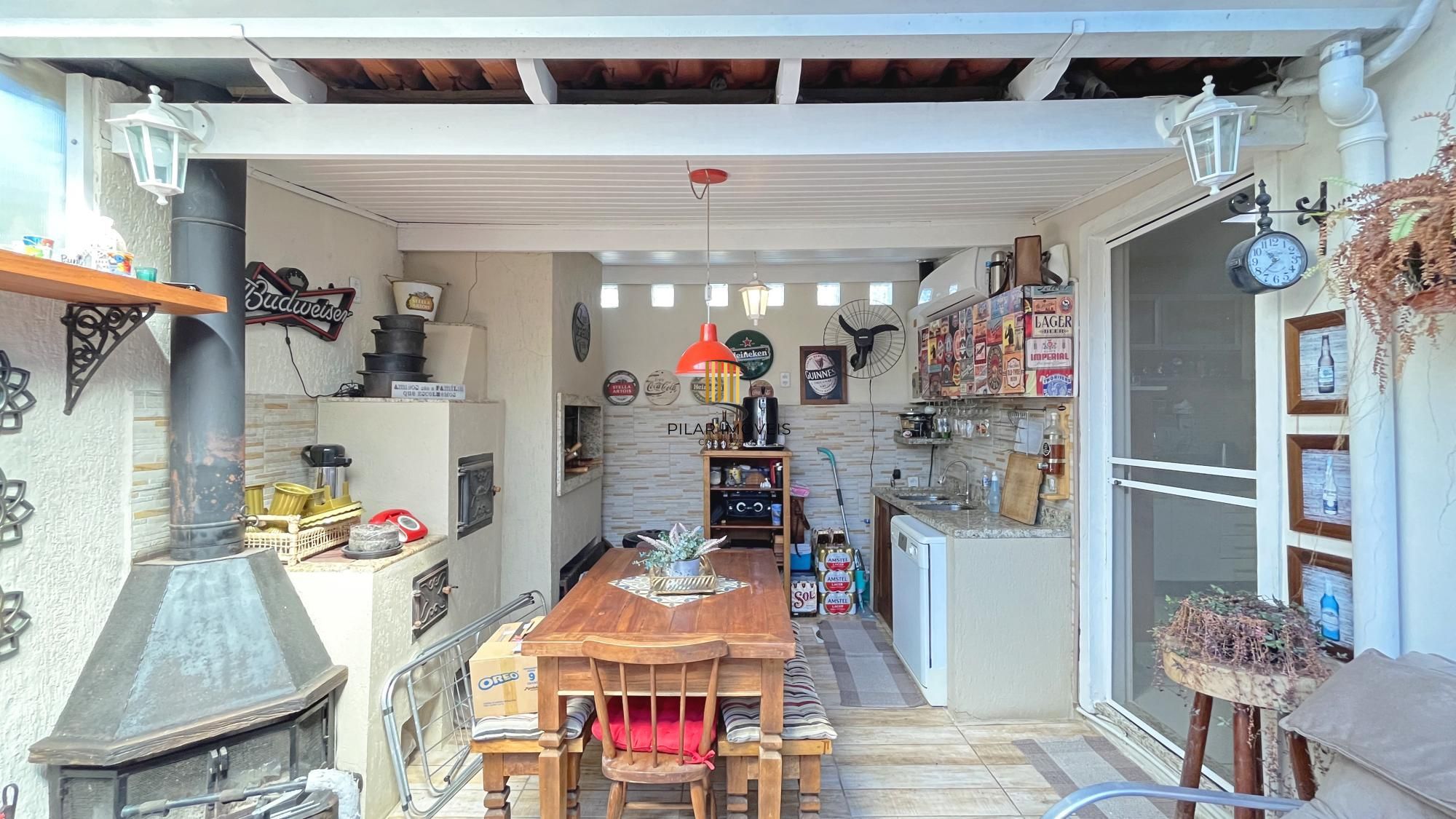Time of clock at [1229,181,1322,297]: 10:37
